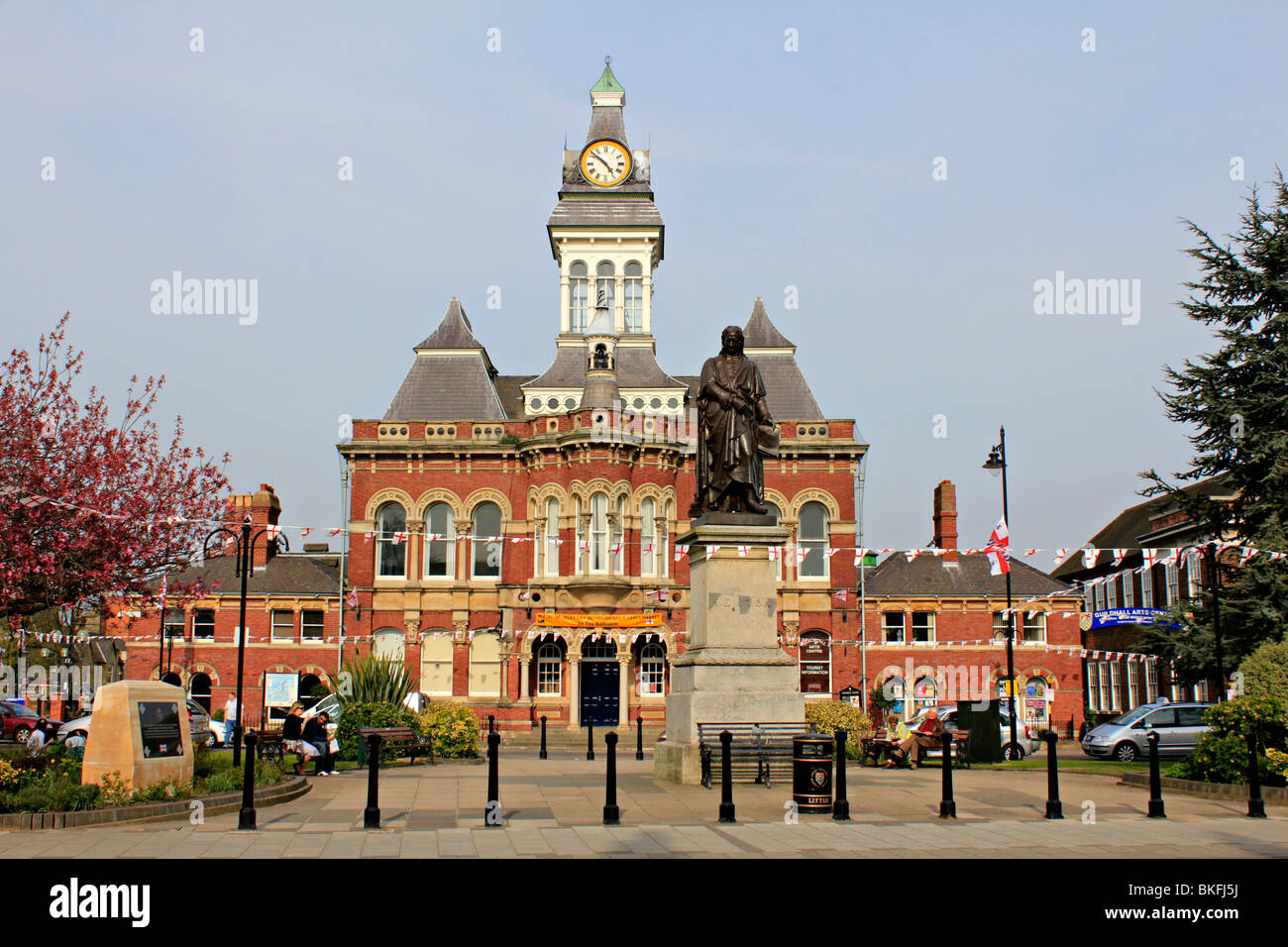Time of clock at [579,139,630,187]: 4:51
